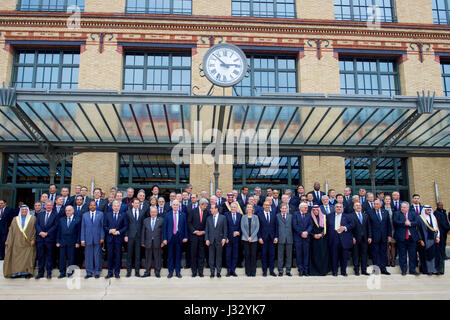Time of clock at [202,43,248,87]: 2:52
